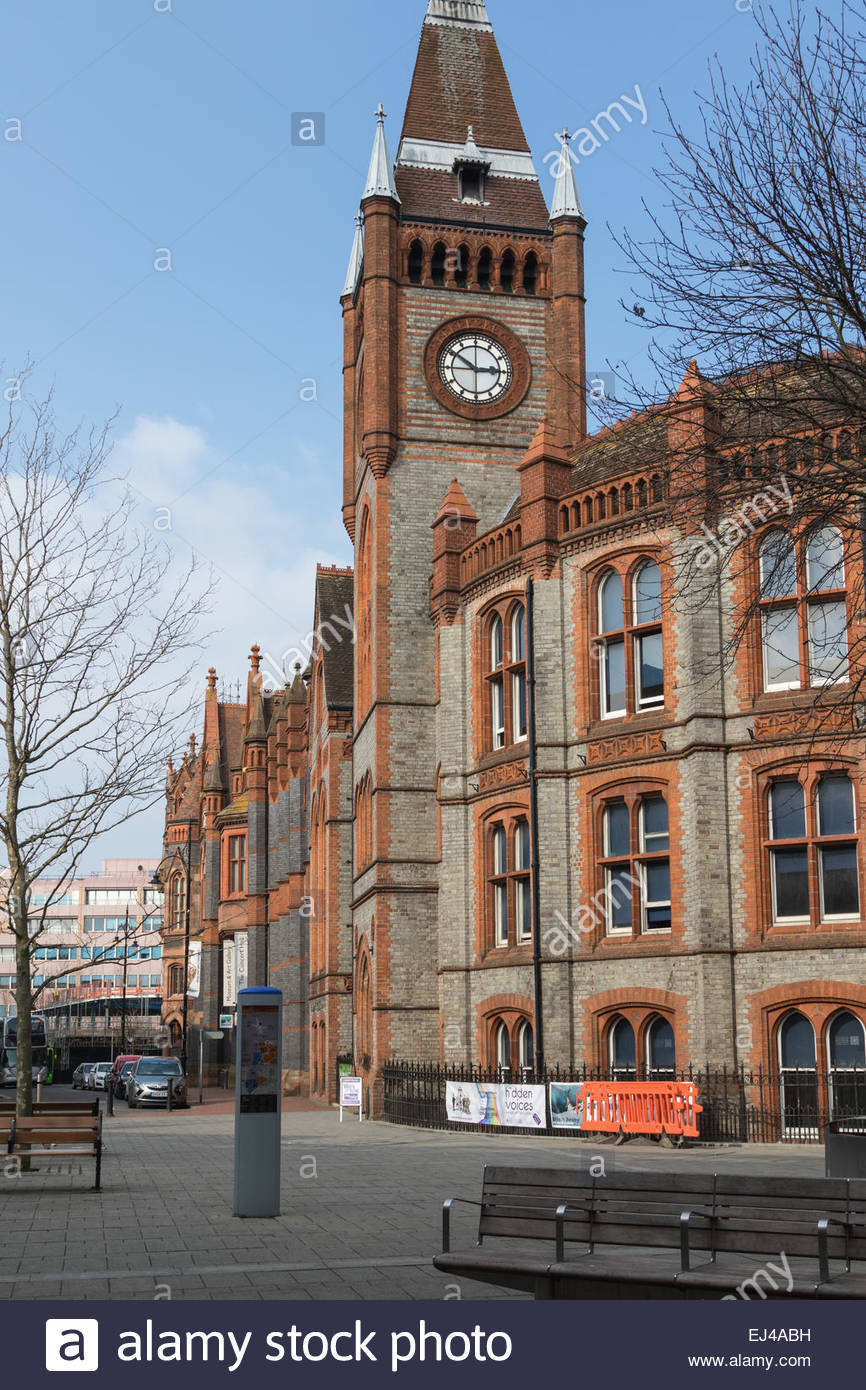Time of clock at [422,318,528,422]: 2:50
